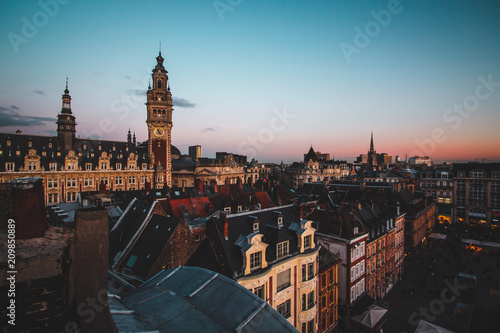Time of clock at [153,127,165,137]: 4:57
